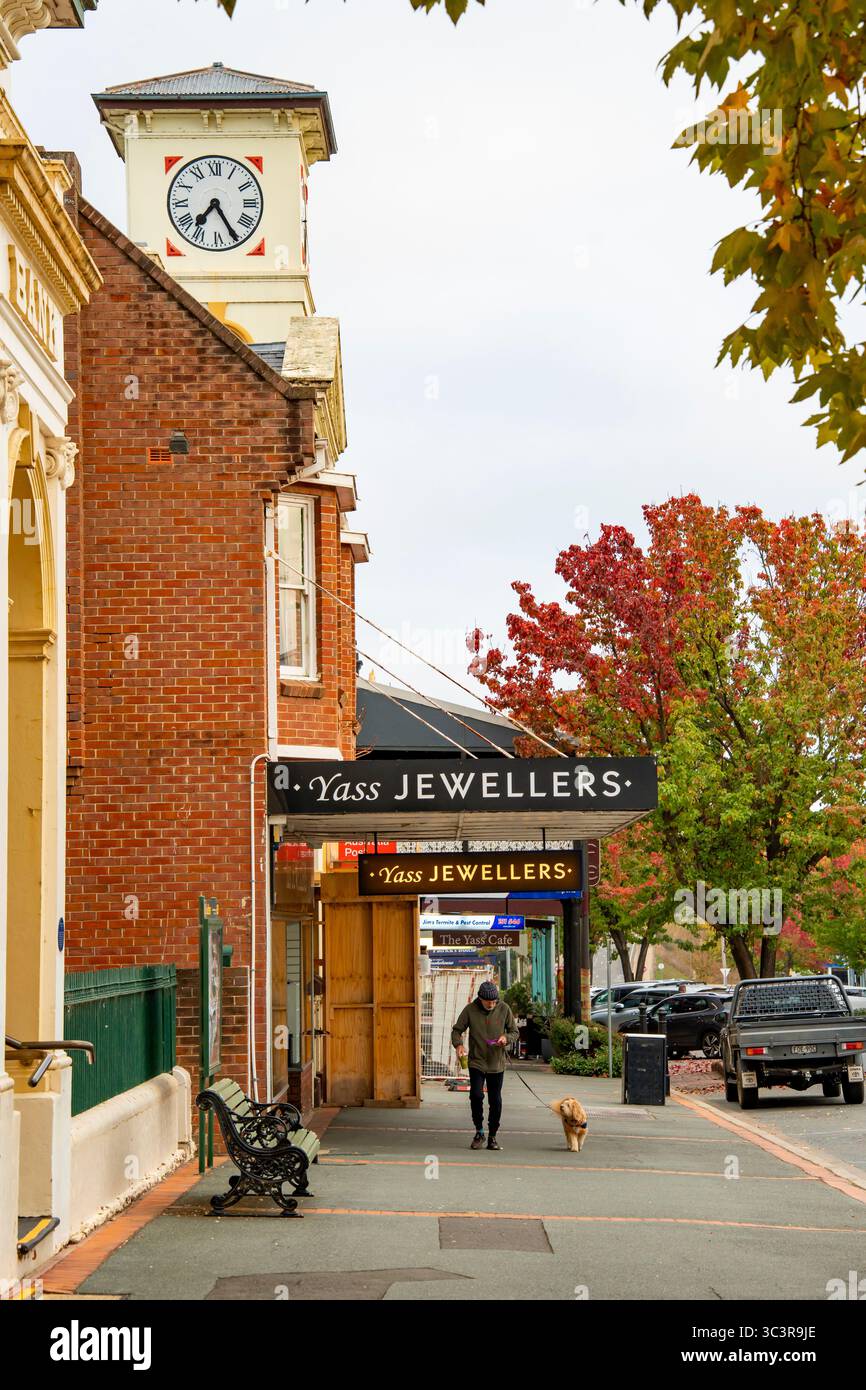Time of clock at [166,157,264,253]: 7:25
